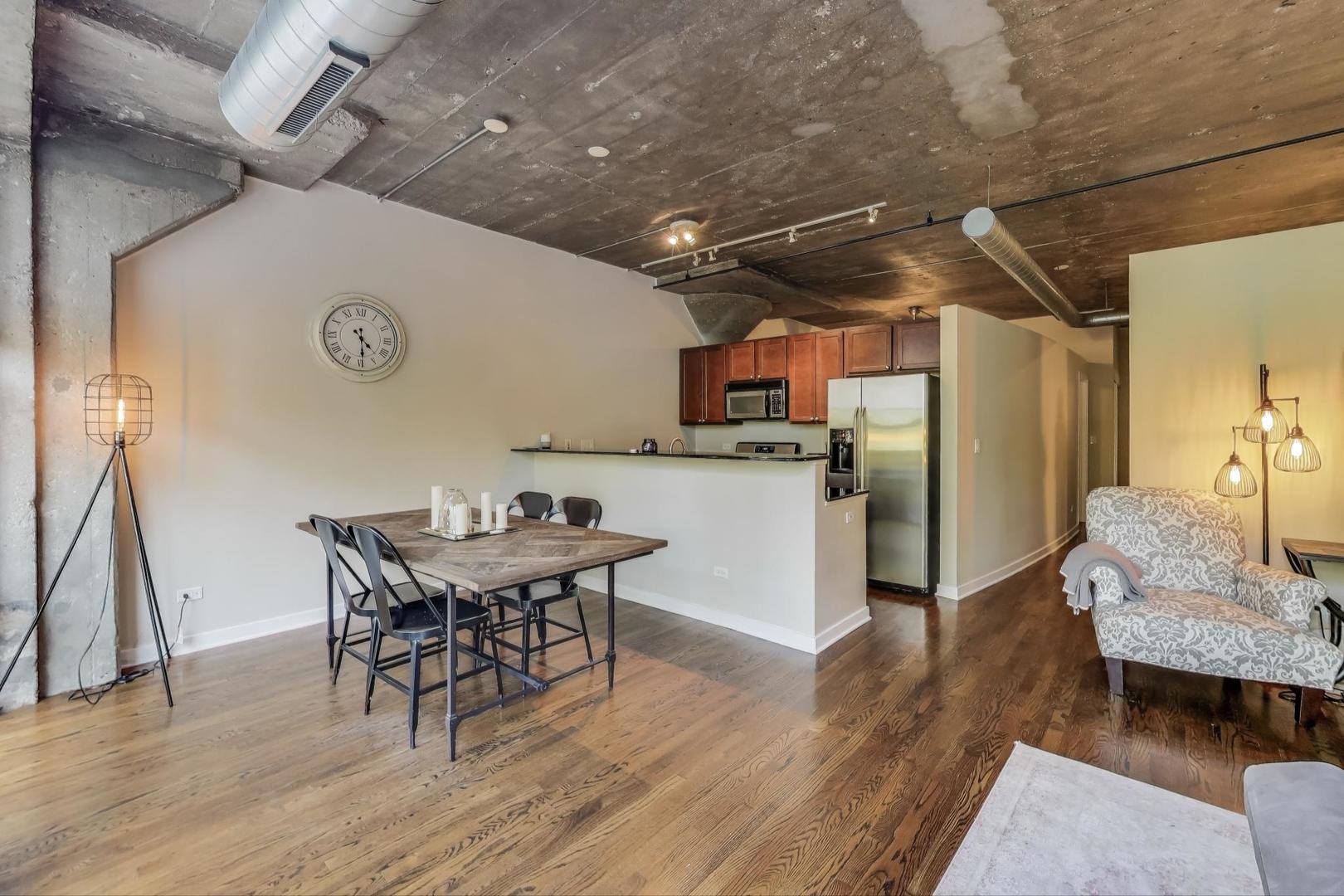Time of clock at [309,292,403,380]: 4:29
